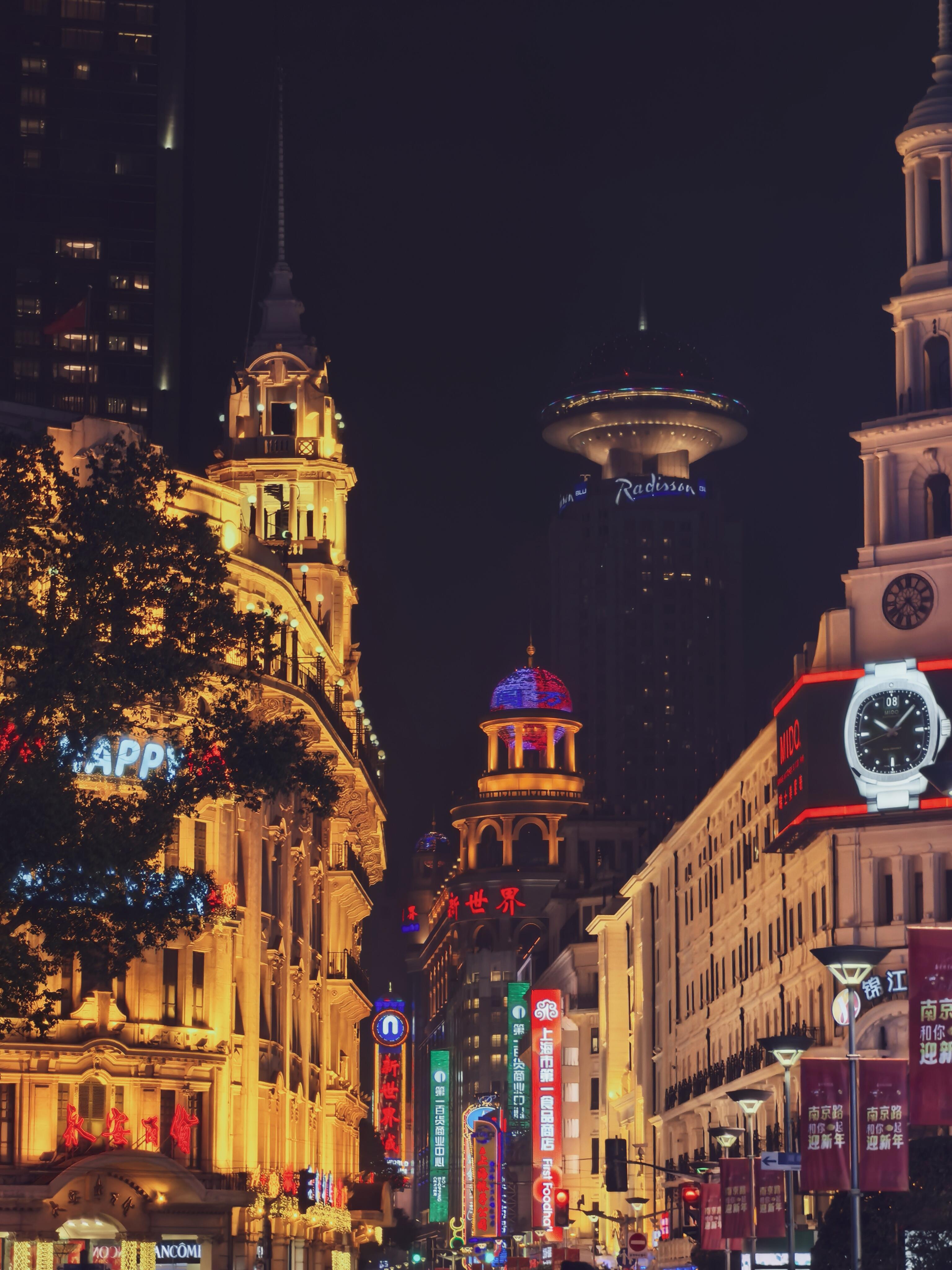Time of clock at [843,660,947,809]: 10:07
